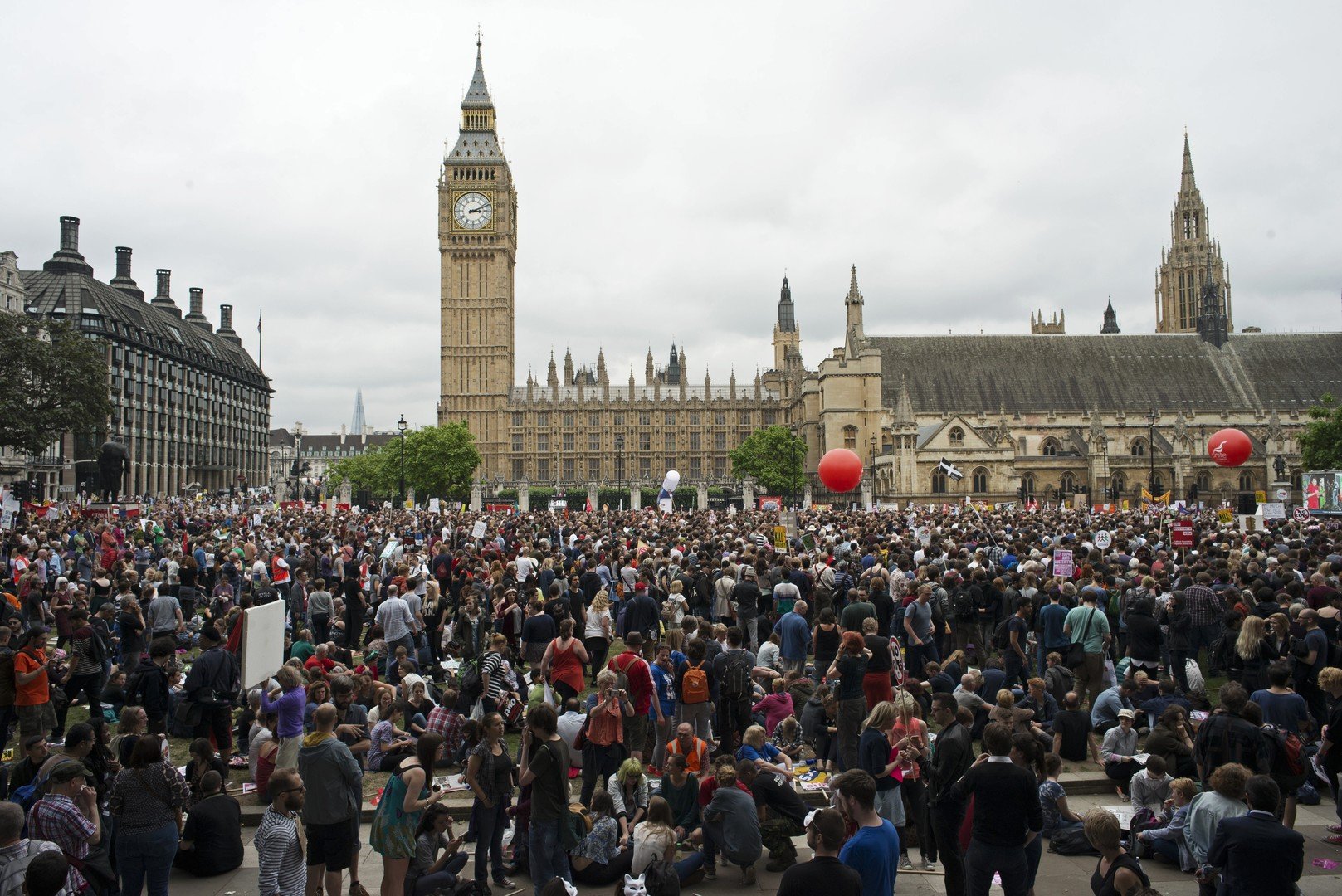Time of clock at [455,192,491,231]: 3:11
